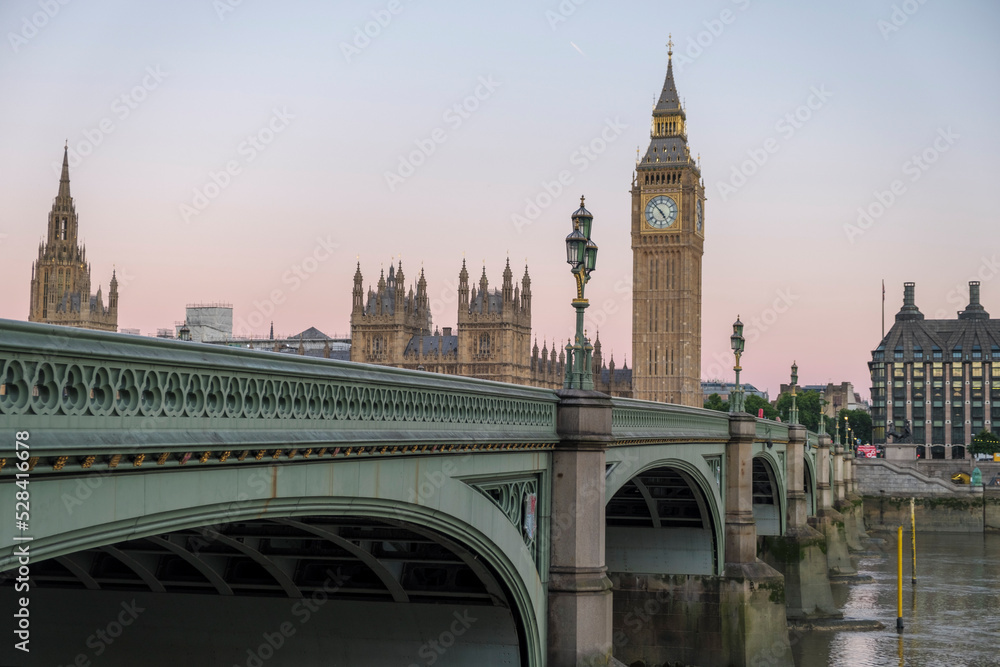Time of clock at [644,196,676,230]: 4:52
